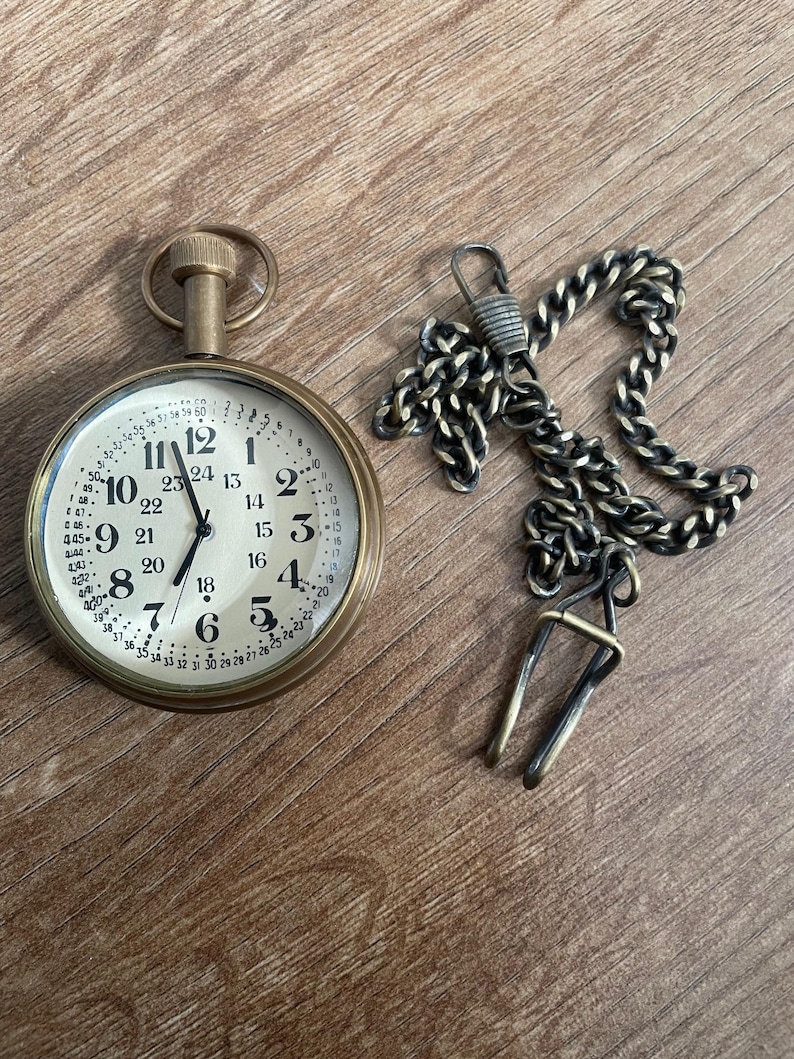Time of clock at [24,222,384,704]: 6:57
